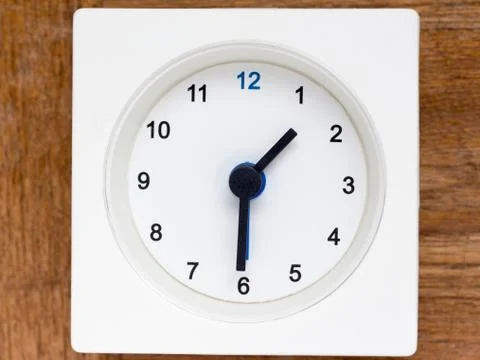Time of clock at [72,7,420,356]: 1:30
